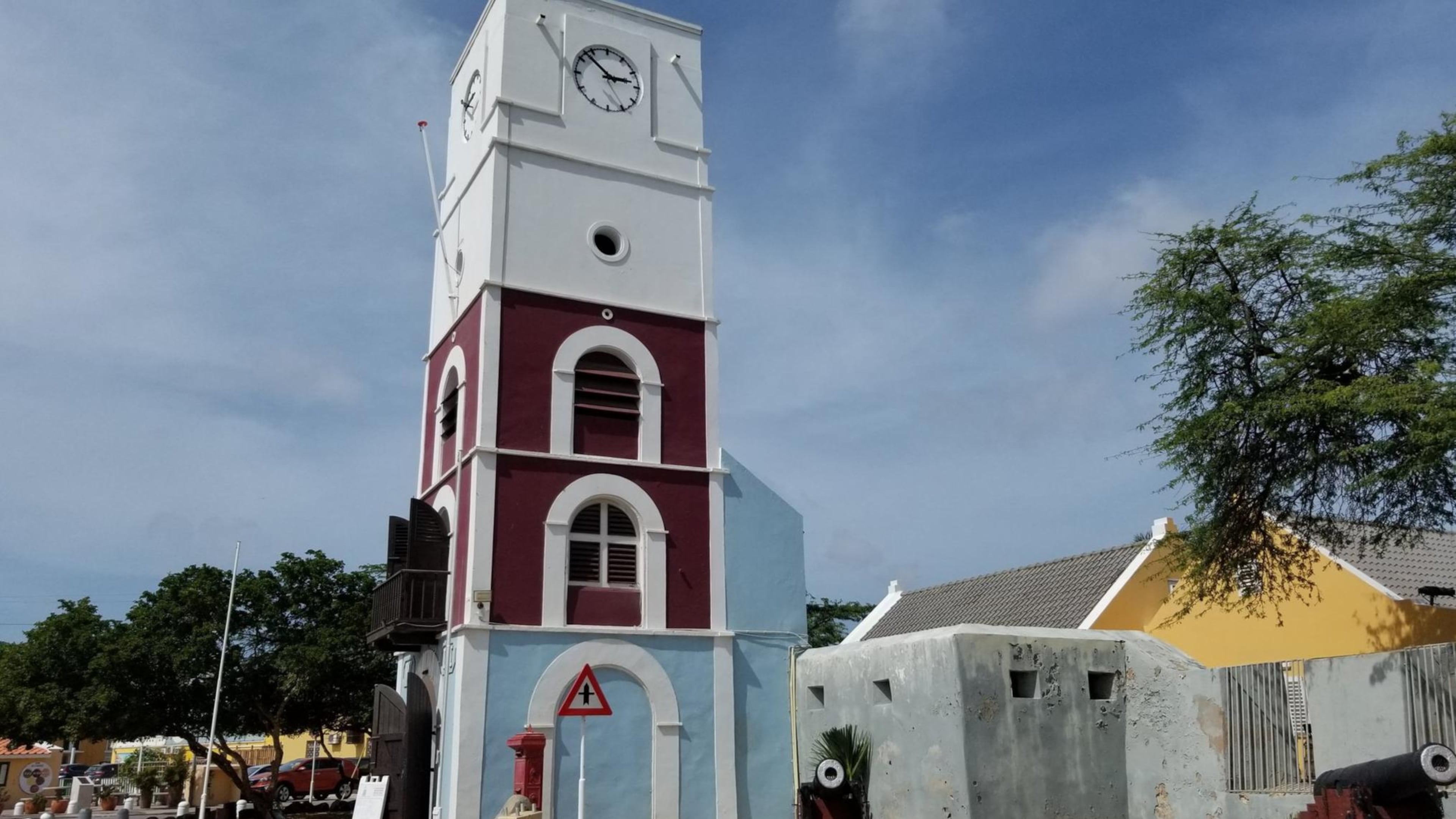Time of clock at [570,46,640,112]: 2:52
